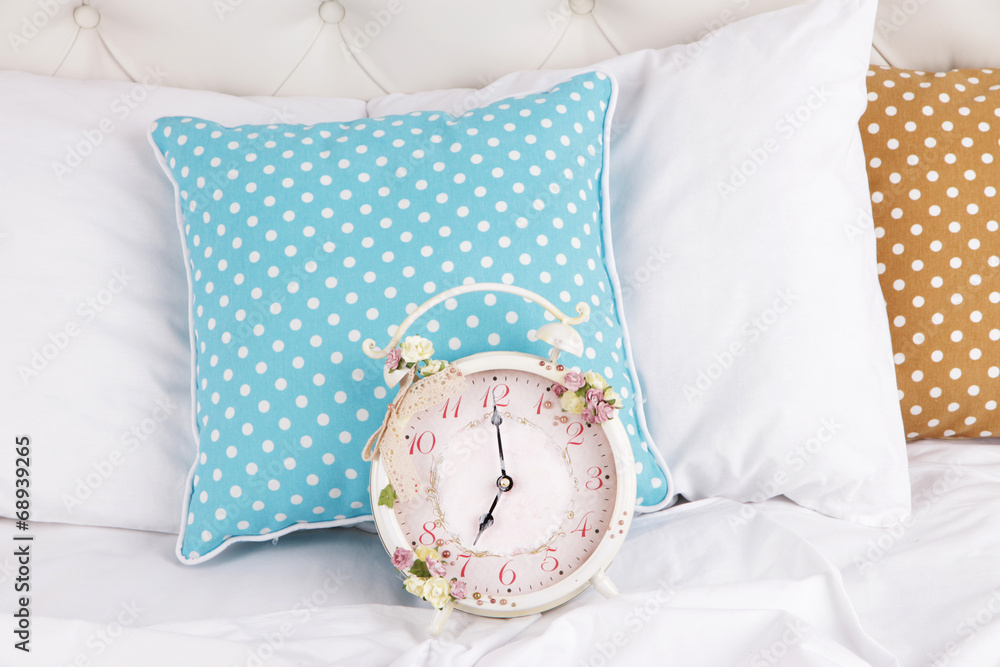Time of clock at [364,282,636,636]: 7:00
